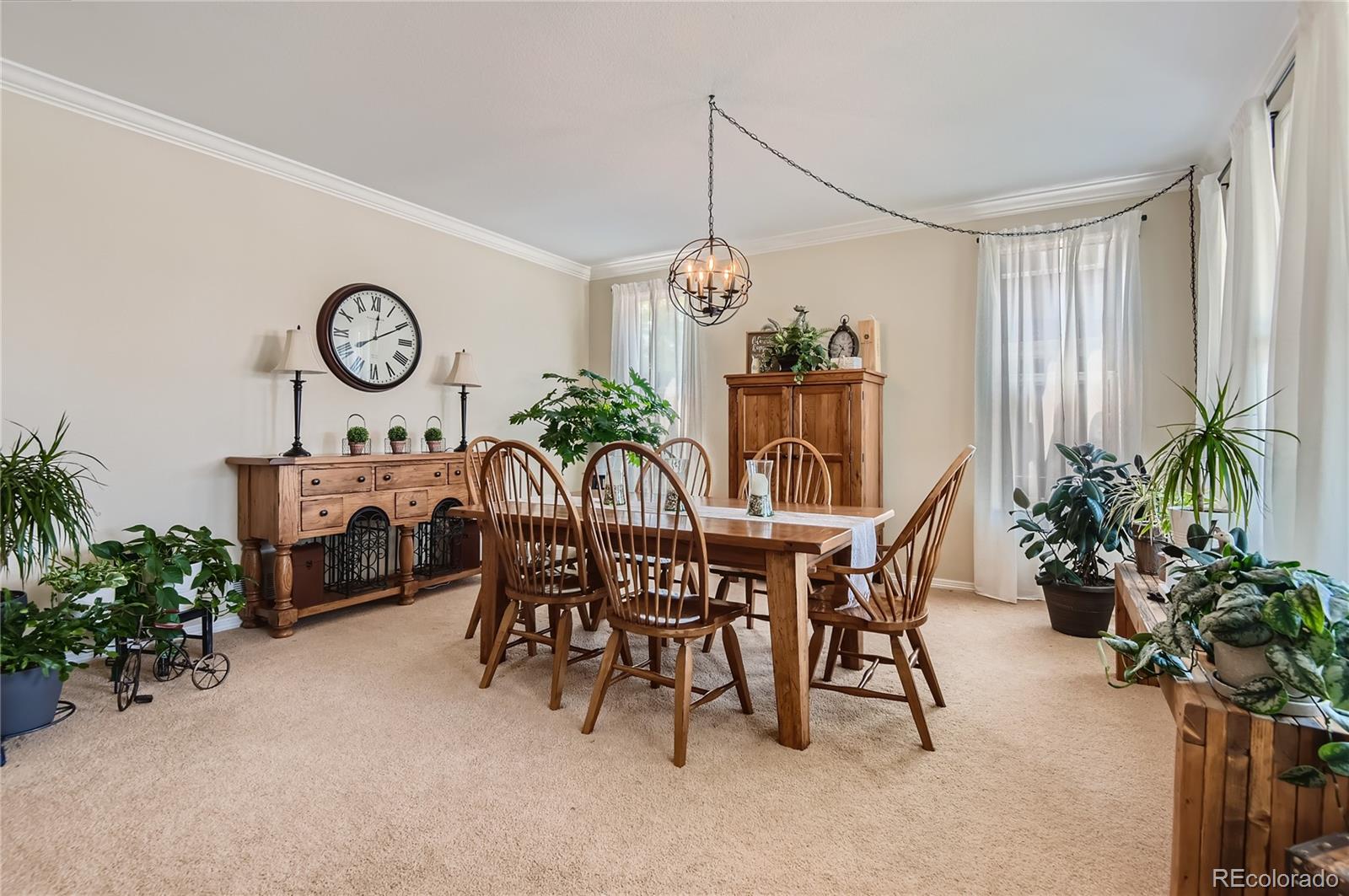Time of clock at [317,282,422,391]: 8:01
